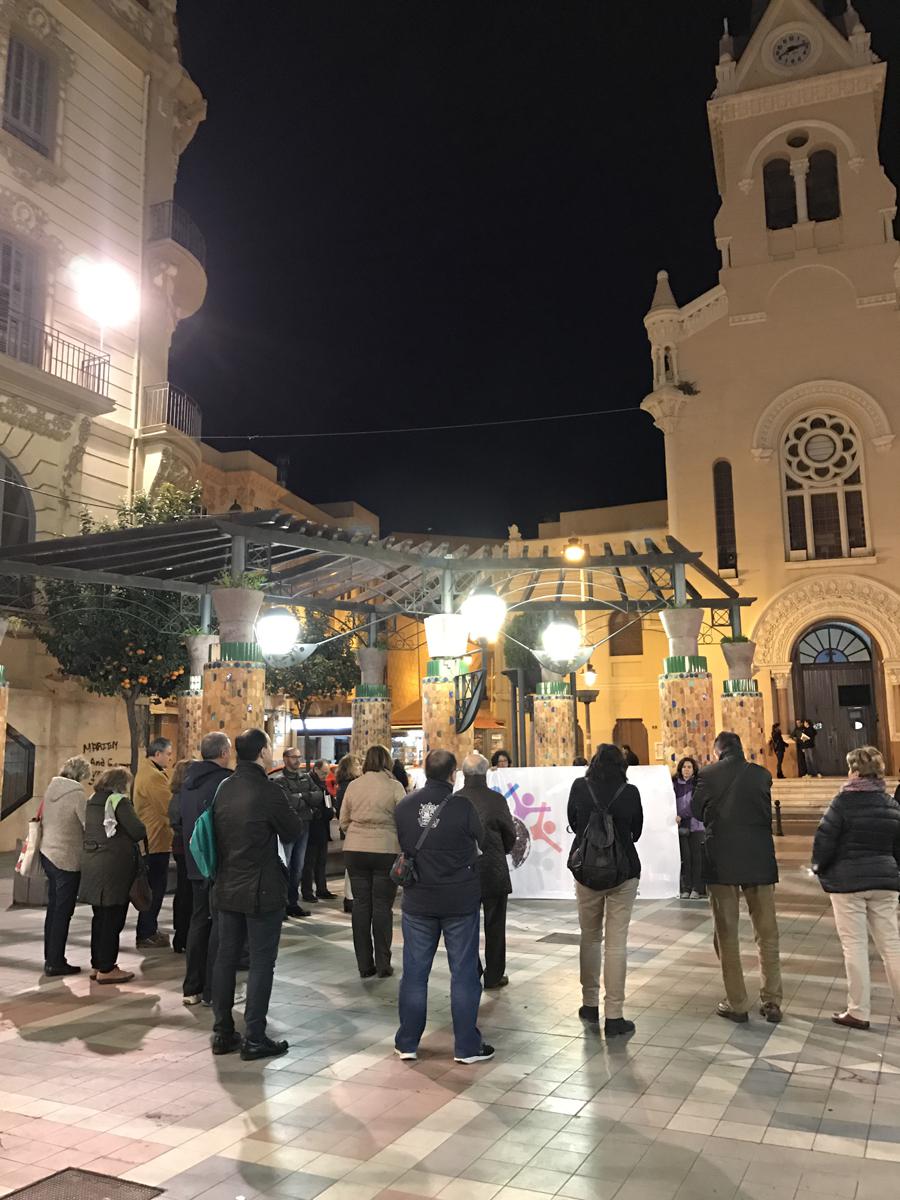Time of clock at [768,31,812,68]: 8:12
